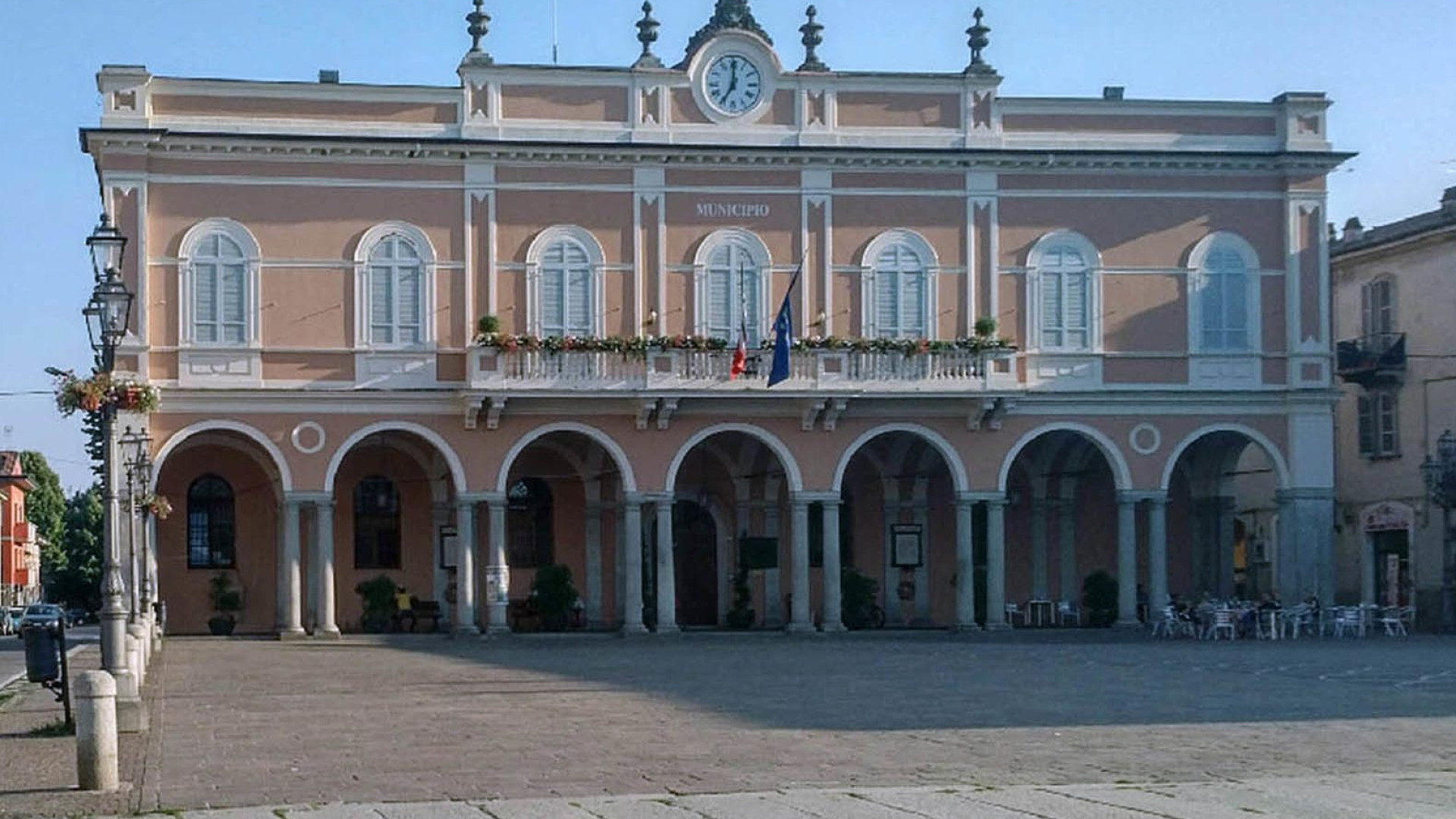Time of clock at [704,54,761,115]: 7:00
